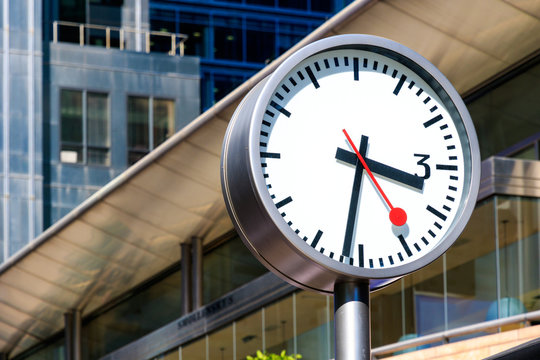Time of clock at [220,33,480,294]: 3:31
